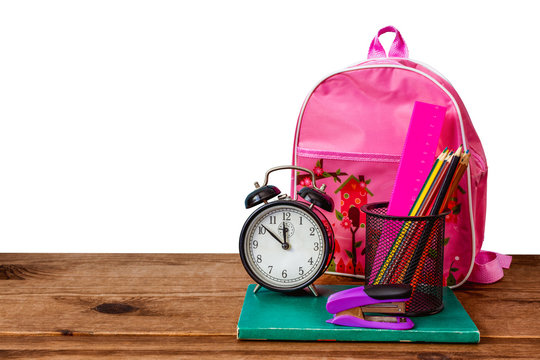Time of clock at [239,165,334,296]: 11:51
